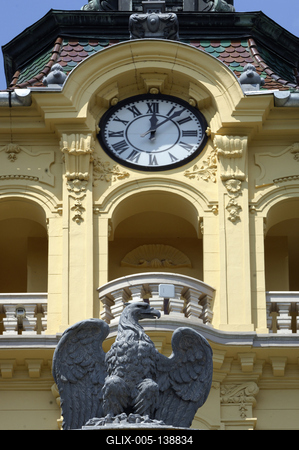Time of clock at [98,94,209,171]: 12:07
